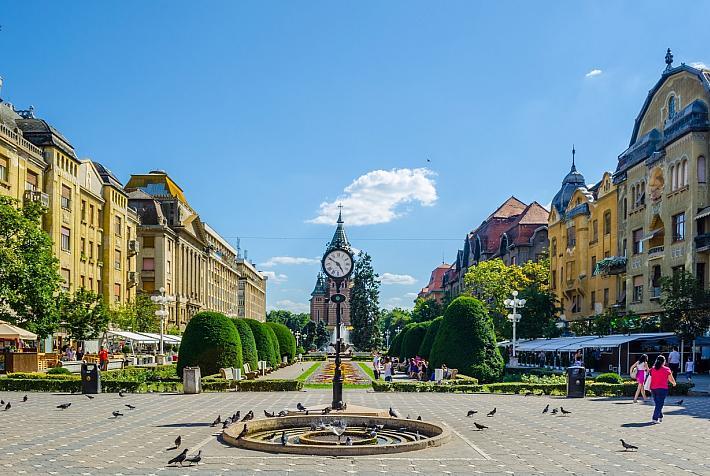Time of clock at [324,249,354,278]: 4:50
